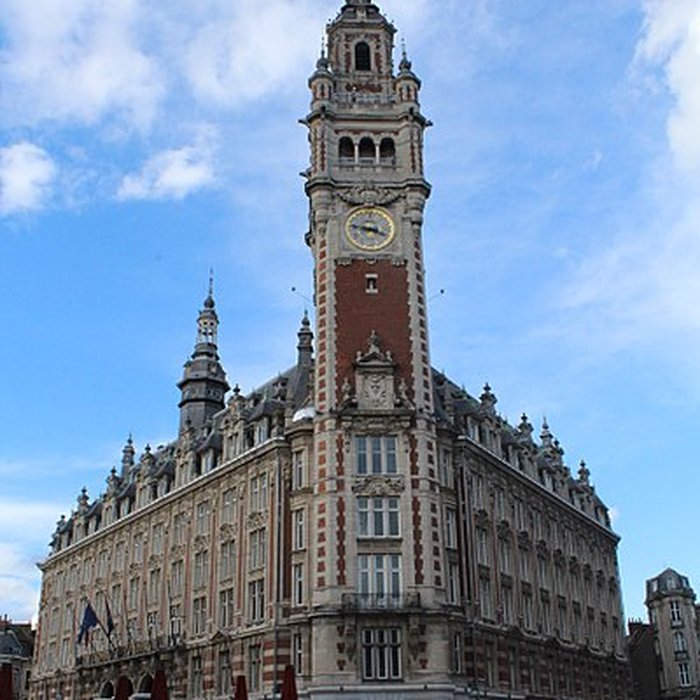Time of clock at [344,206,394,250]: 3:46
